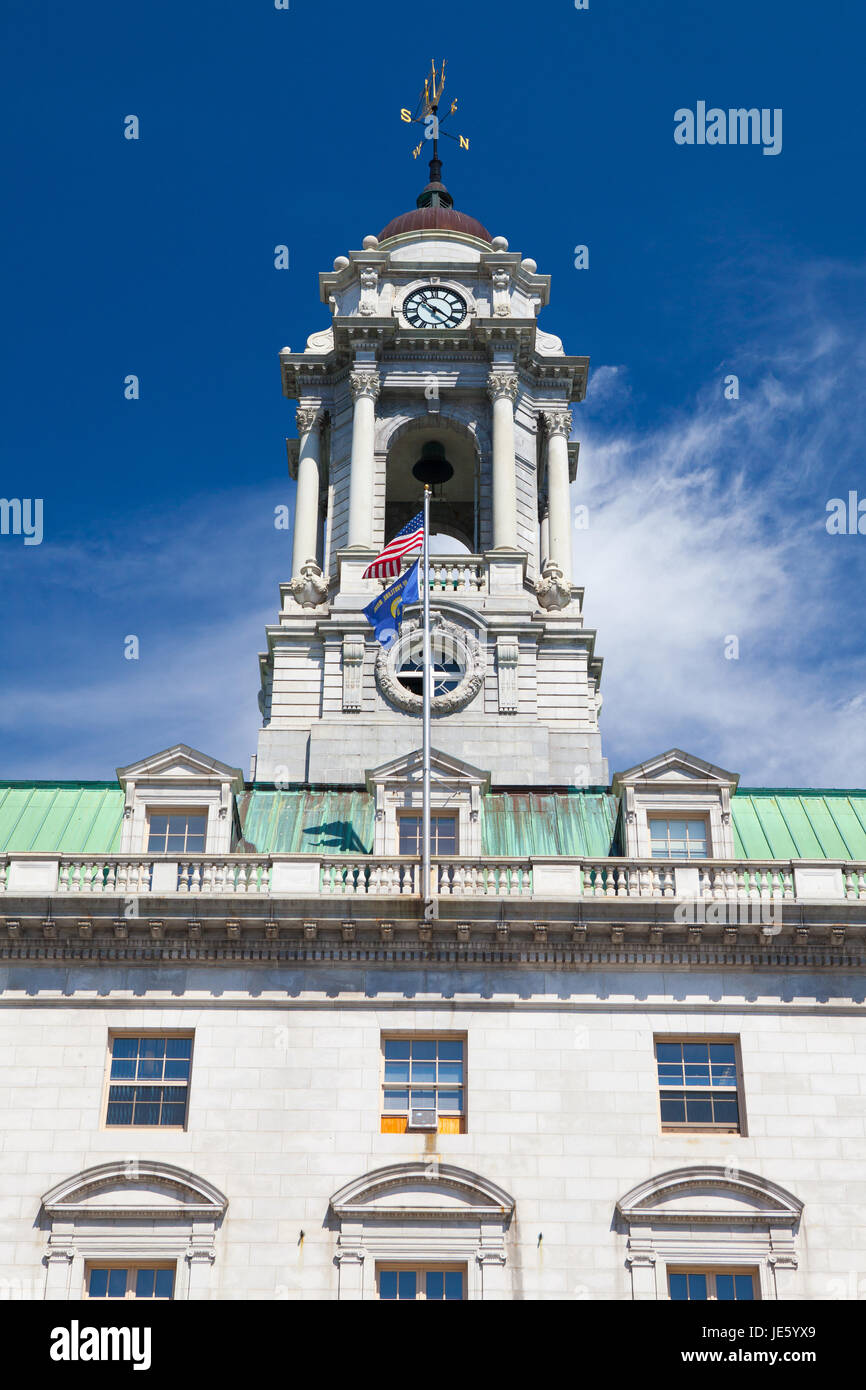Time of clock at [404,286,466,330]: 10:21
